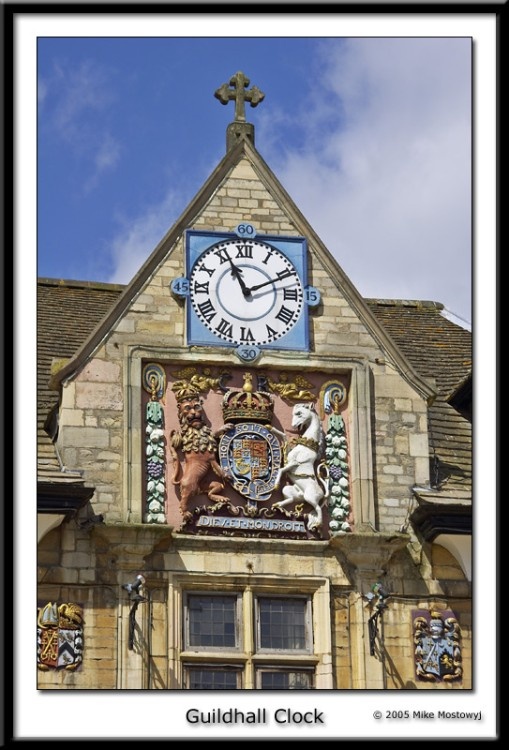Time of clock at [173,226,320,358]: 11:10
